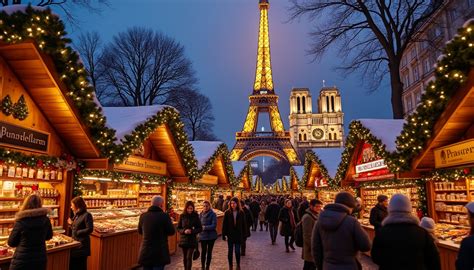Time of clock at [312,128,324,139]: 6:52
